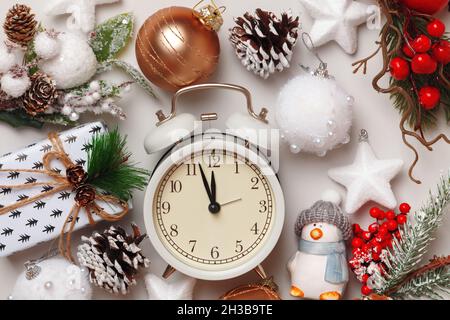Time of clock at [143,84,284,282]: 11:56
